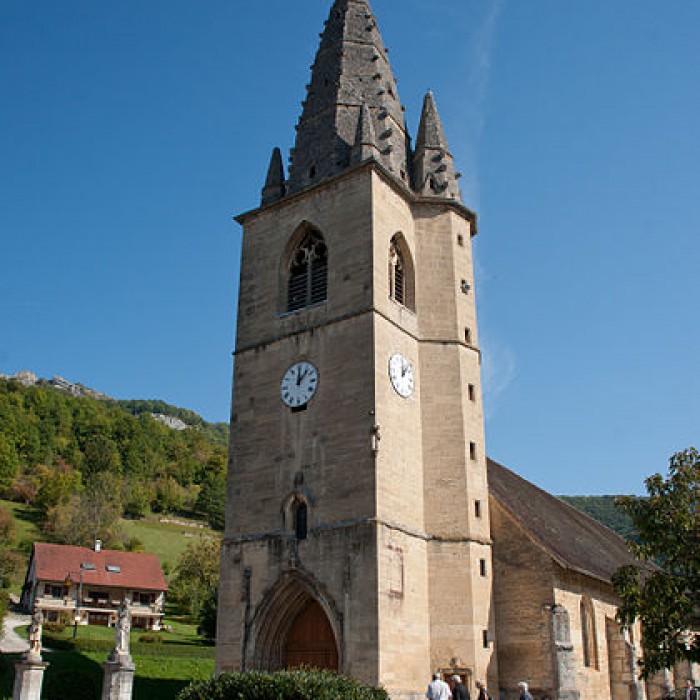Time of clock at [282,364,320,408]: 12:07
